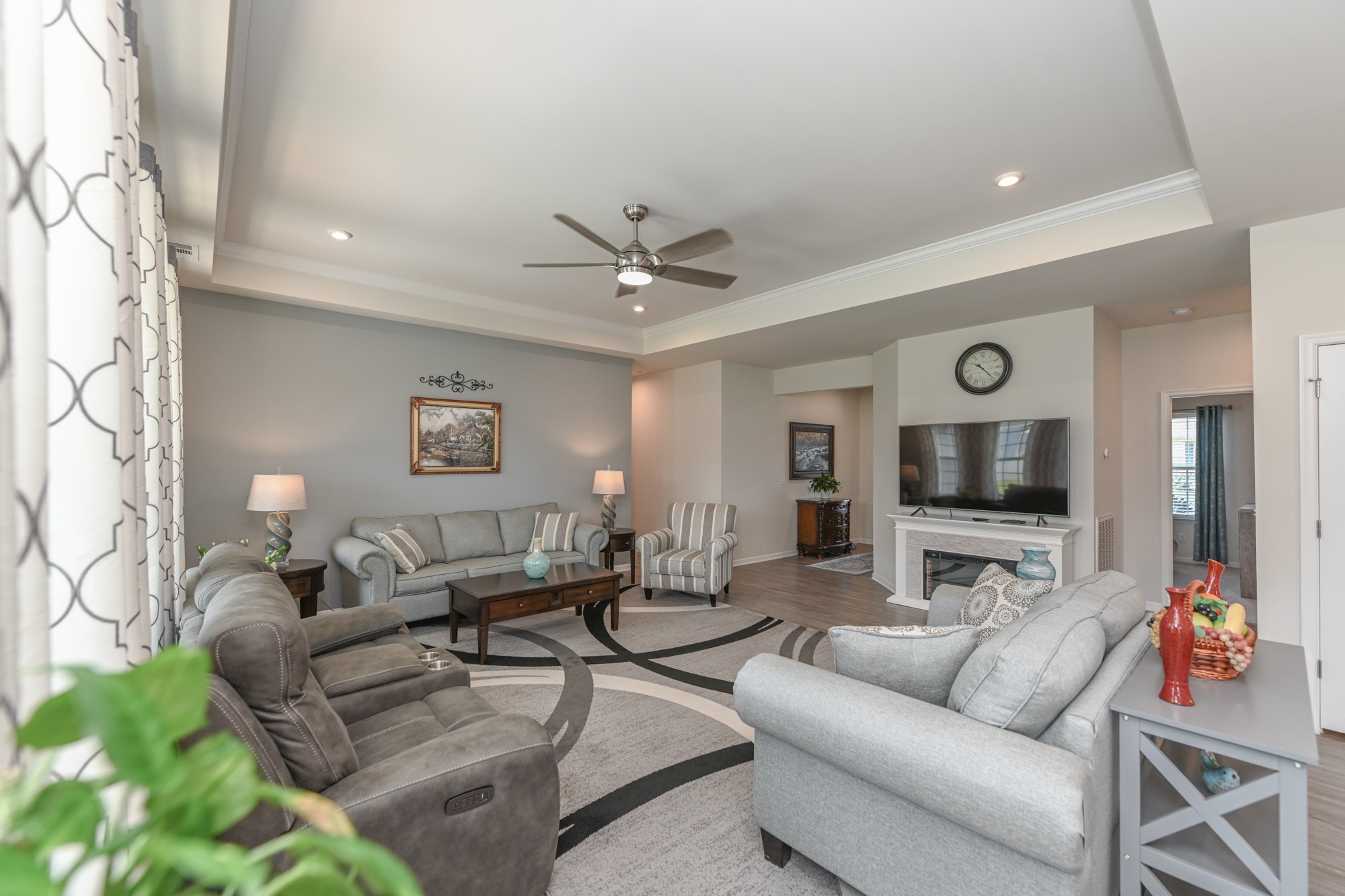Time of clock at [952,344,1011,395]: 10:23
